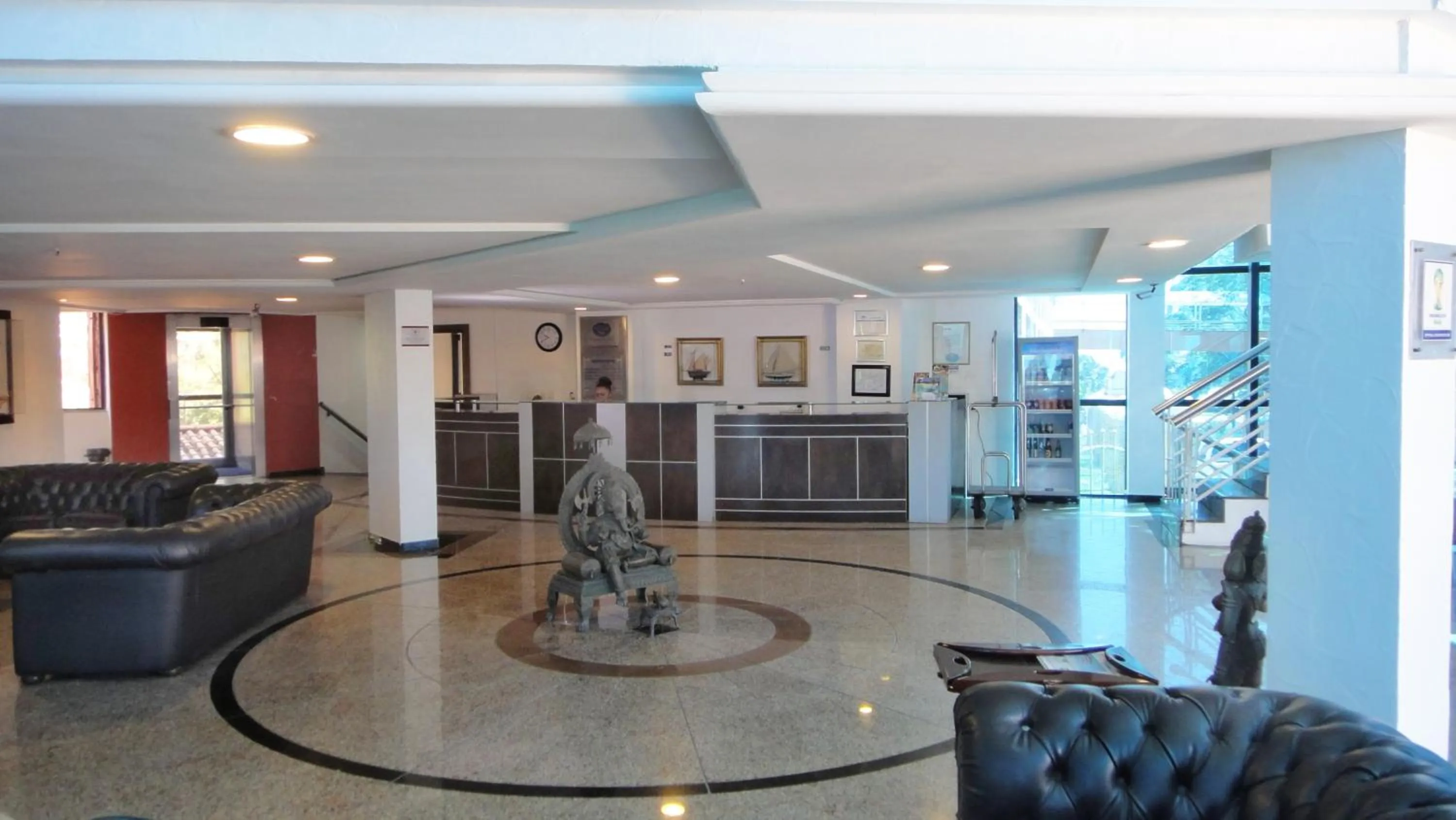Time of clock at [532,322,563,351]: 9:41
